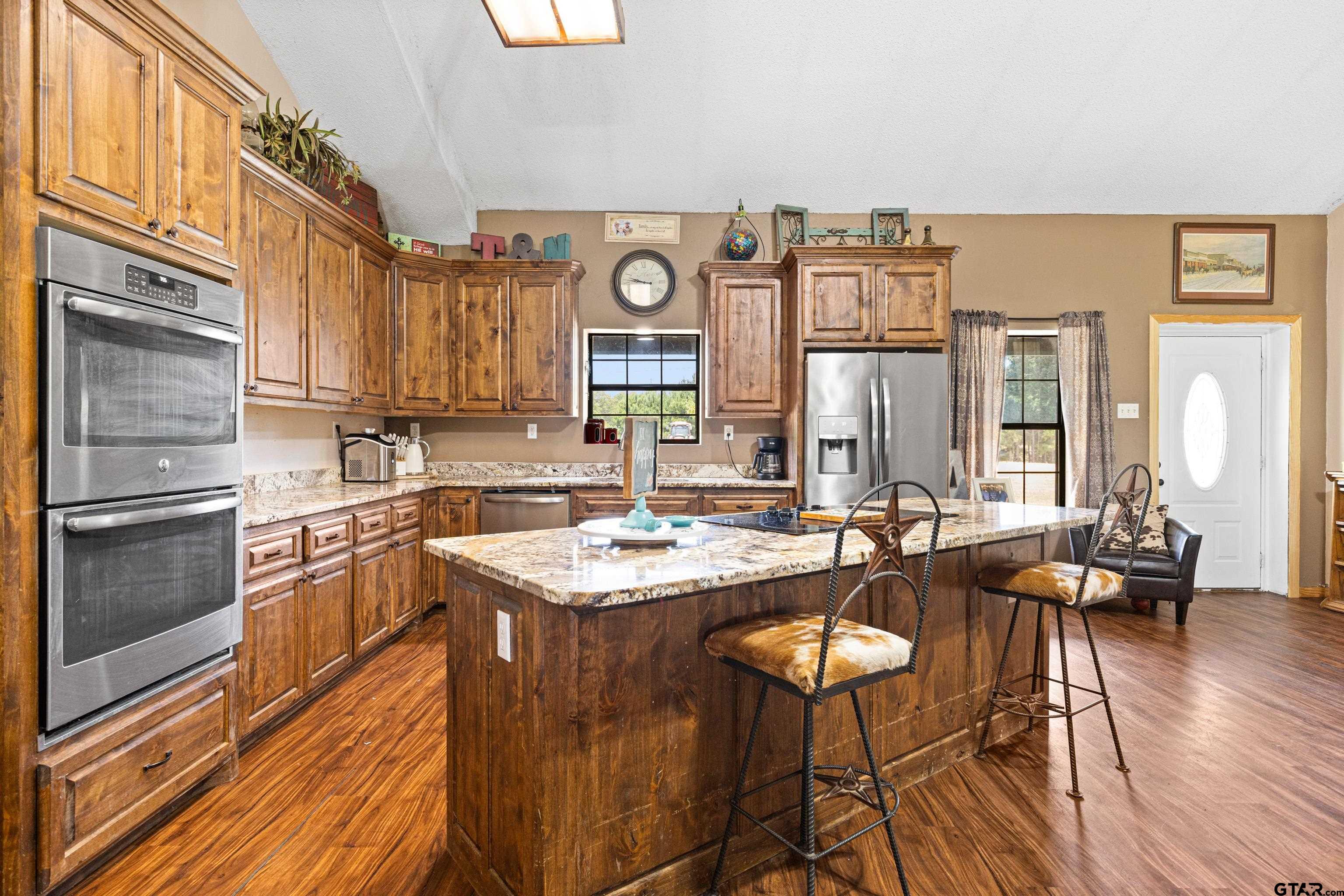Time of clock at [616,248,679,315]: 9:47
